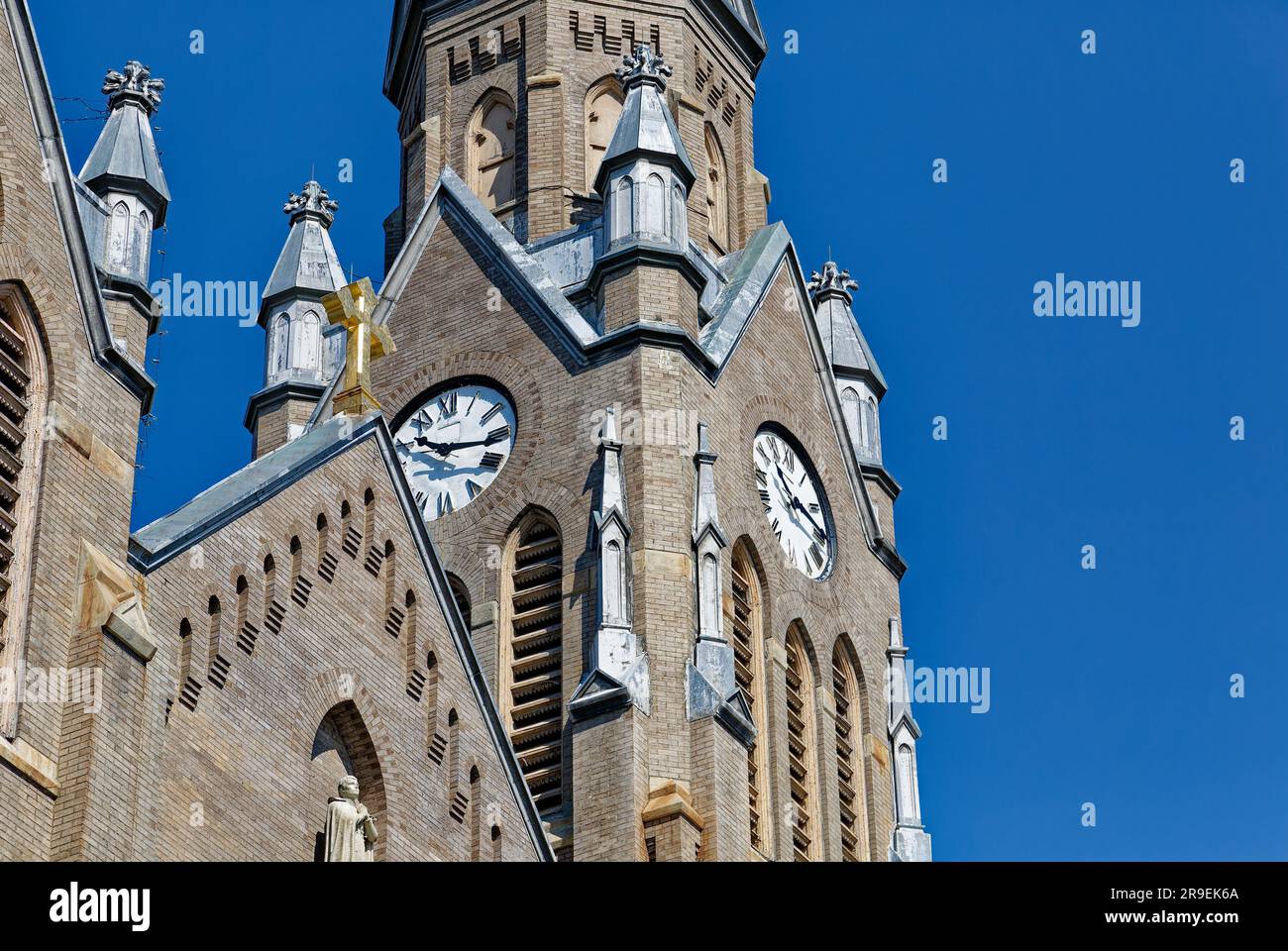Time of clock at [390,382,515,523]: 10:16
